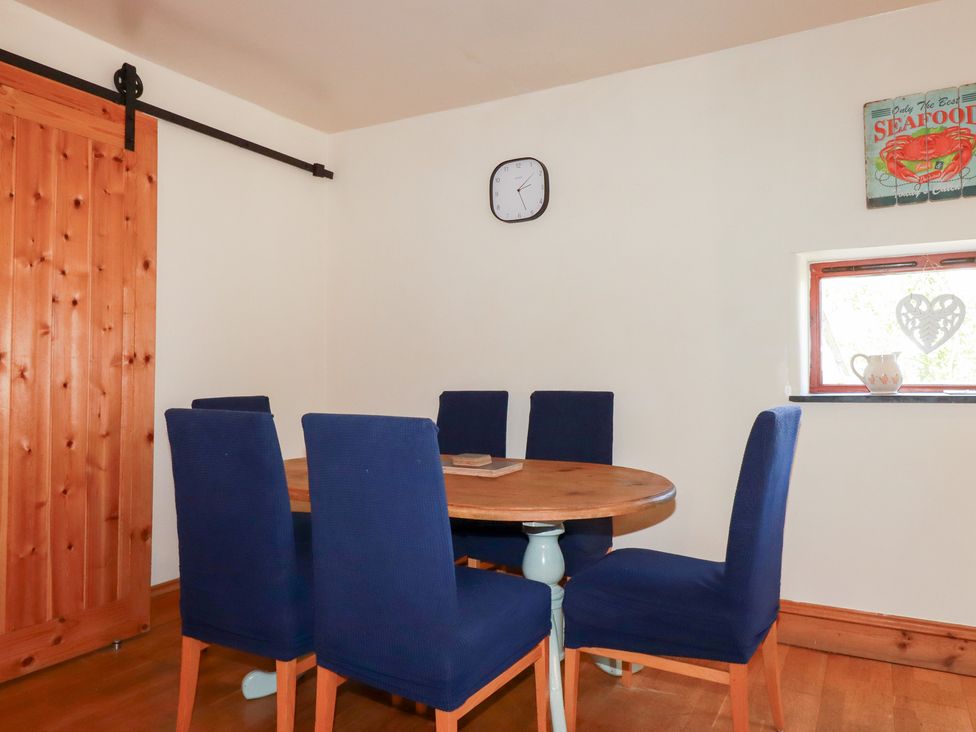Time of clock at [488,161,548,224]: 2:26
